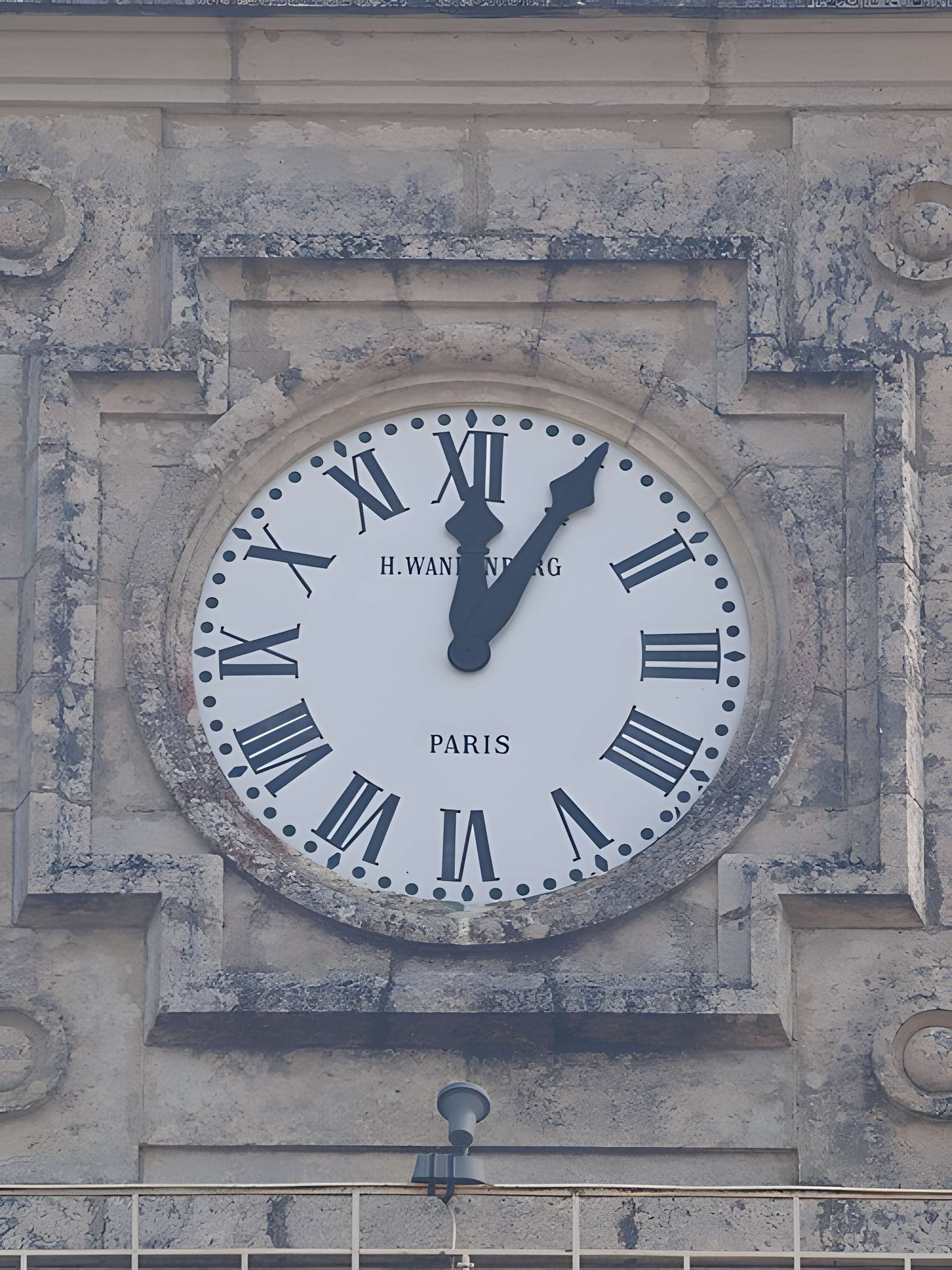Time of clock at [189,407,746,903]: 12:05
